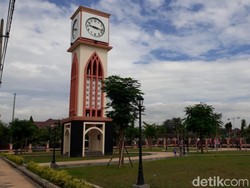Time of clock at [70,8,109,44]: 9:16
